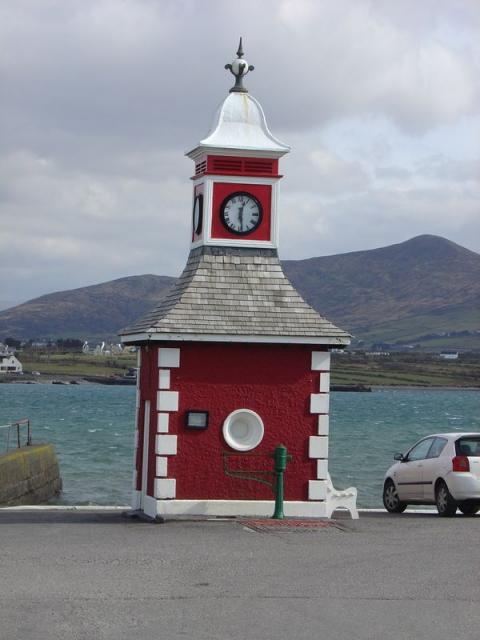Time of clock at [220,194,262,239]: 12:28
